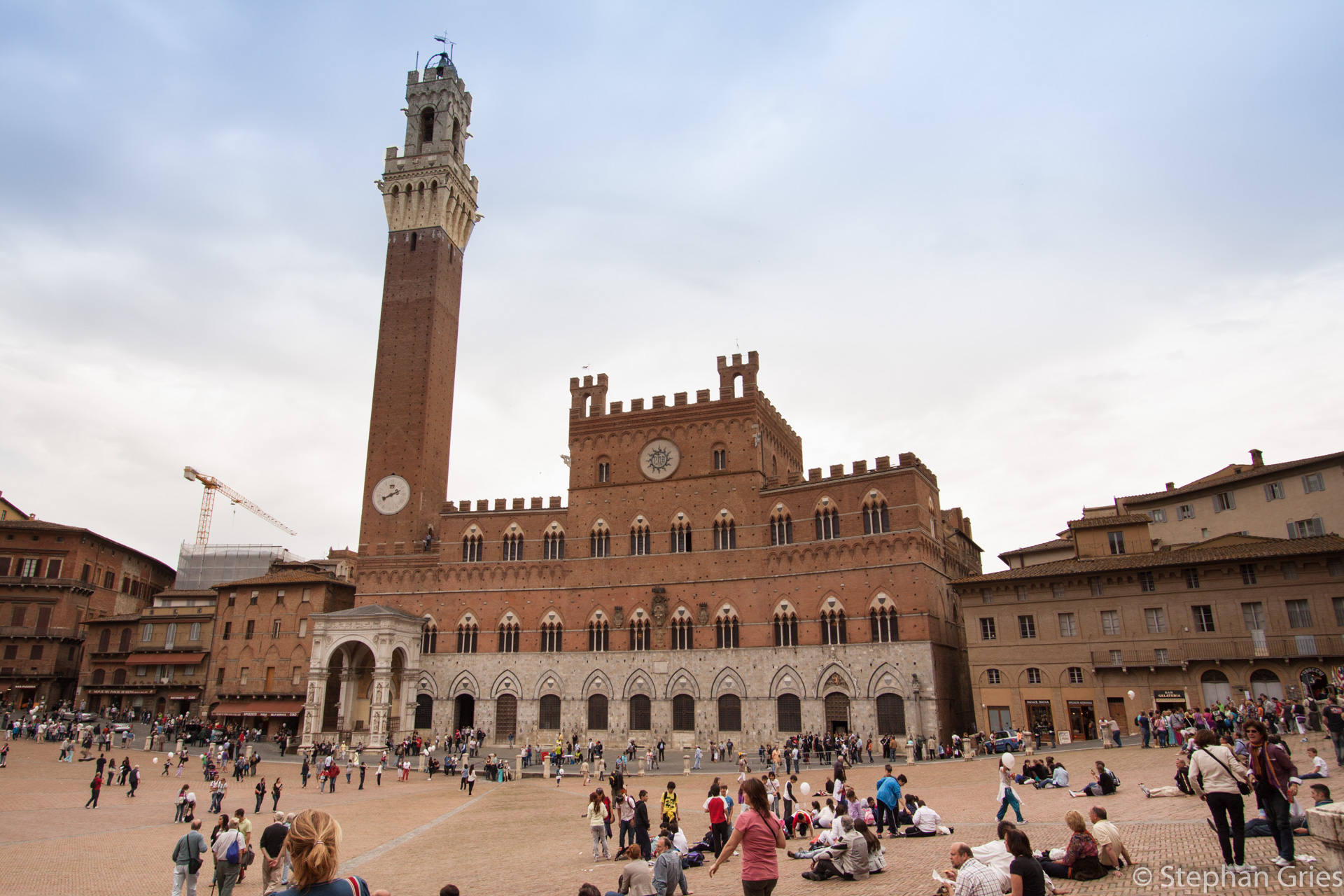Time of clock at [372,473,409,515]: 8:11
